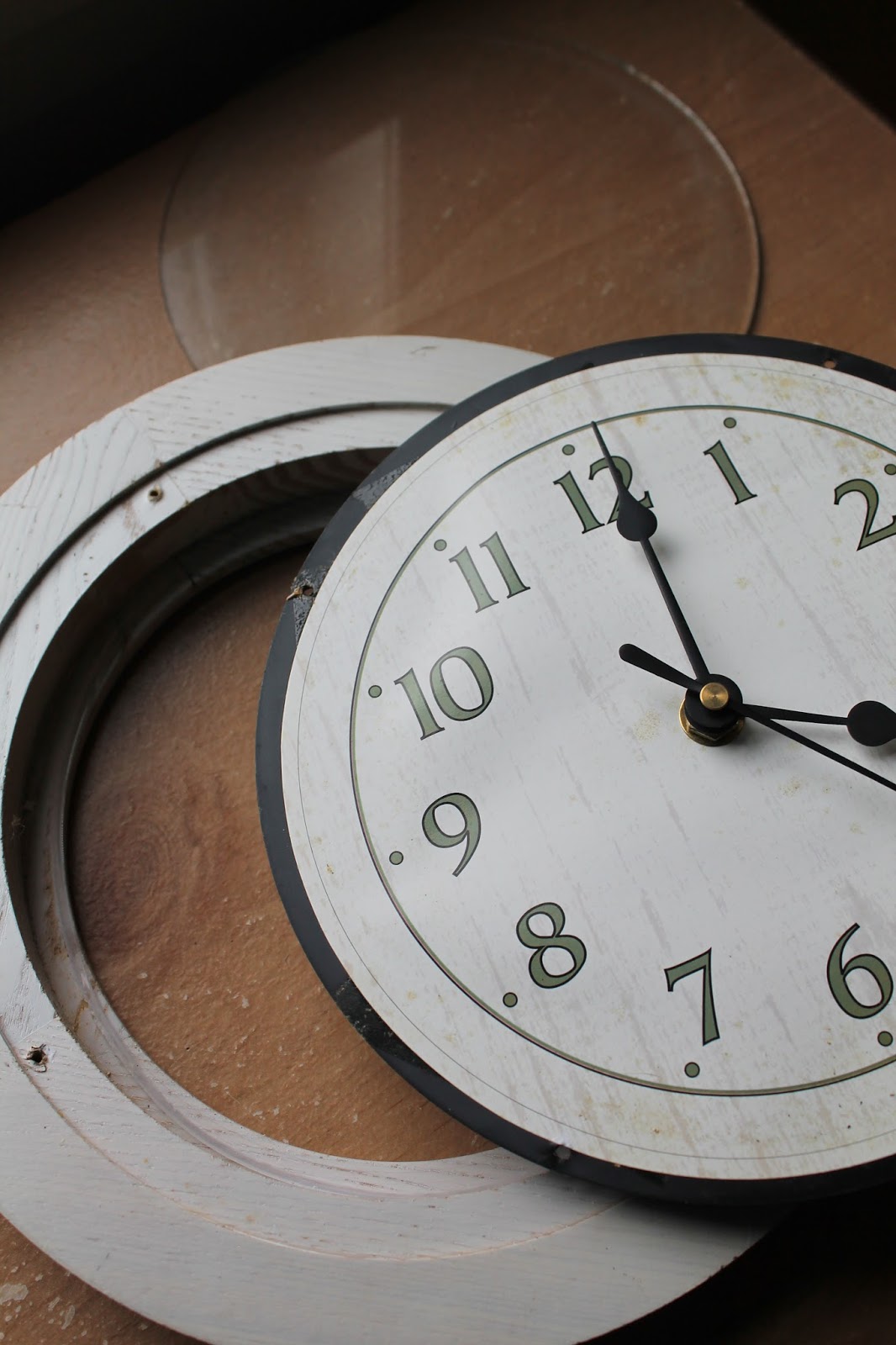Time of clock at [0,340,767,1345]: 4:00
